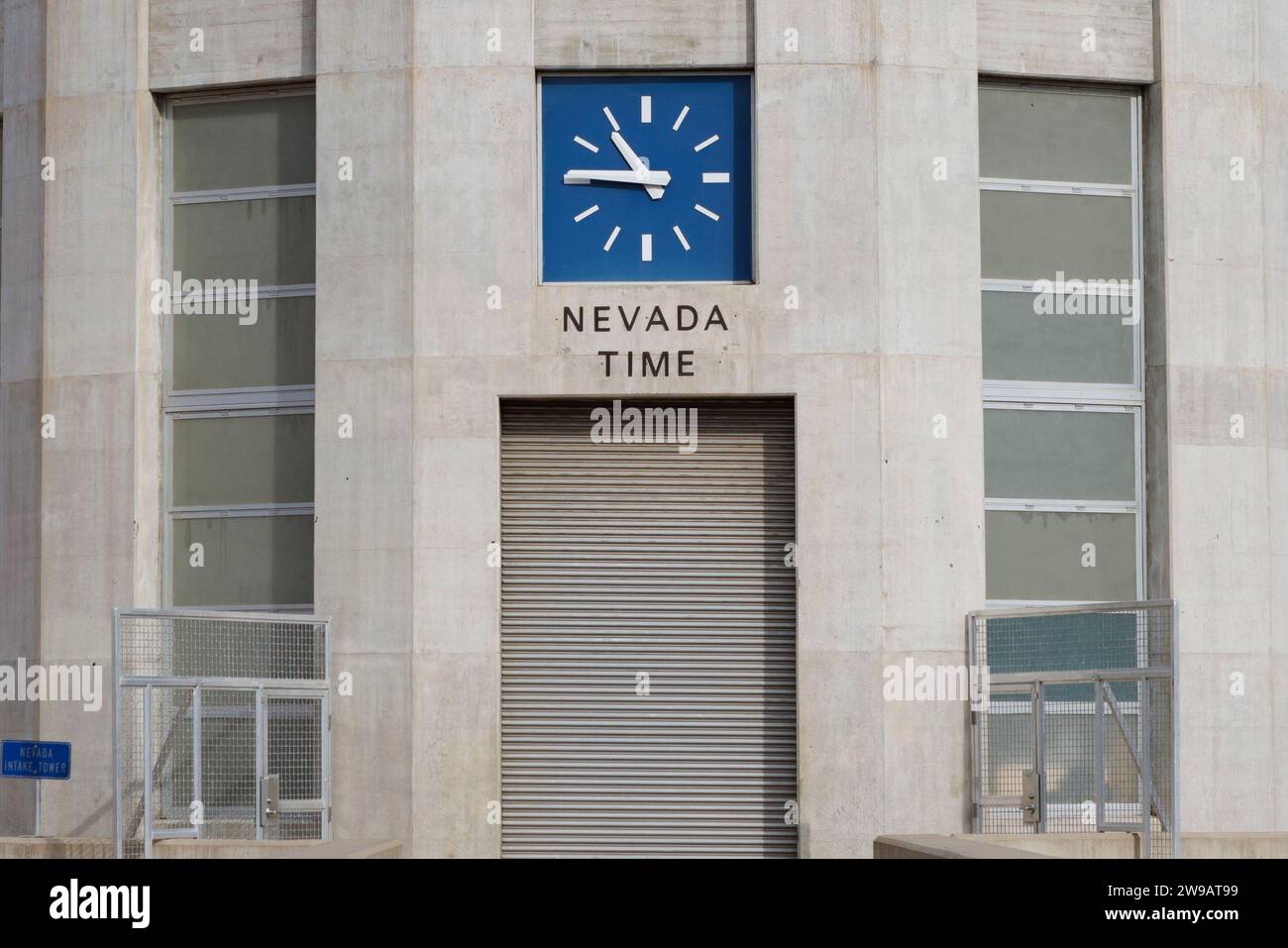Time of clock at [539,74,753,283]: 10:45
